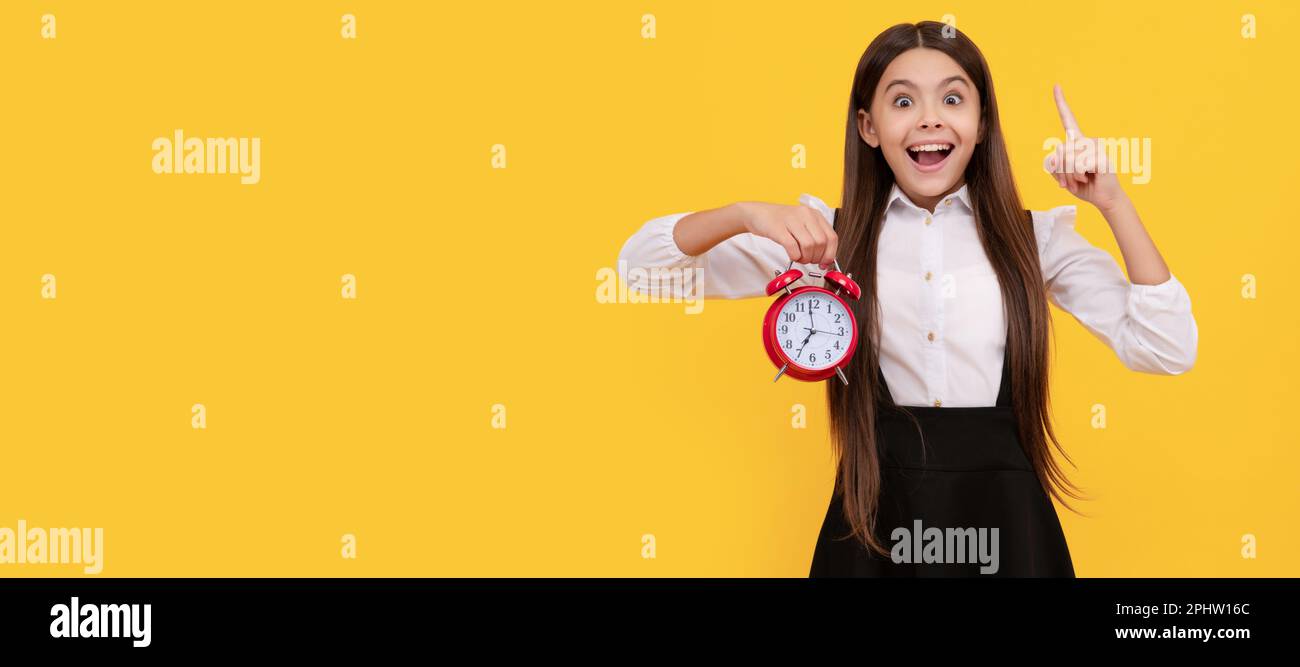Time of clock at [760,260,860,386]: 6:59
